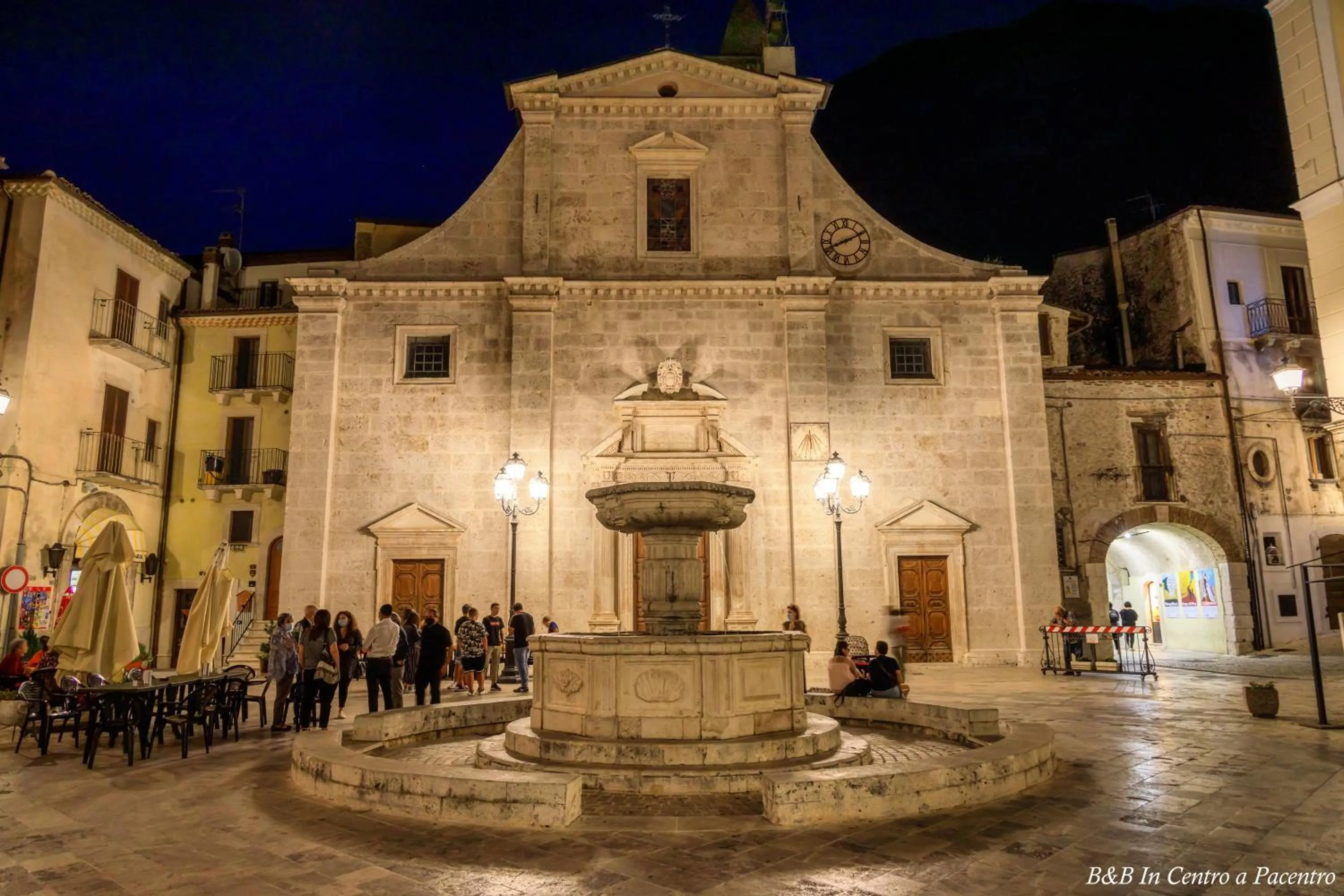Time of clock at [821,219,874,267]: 8:10
